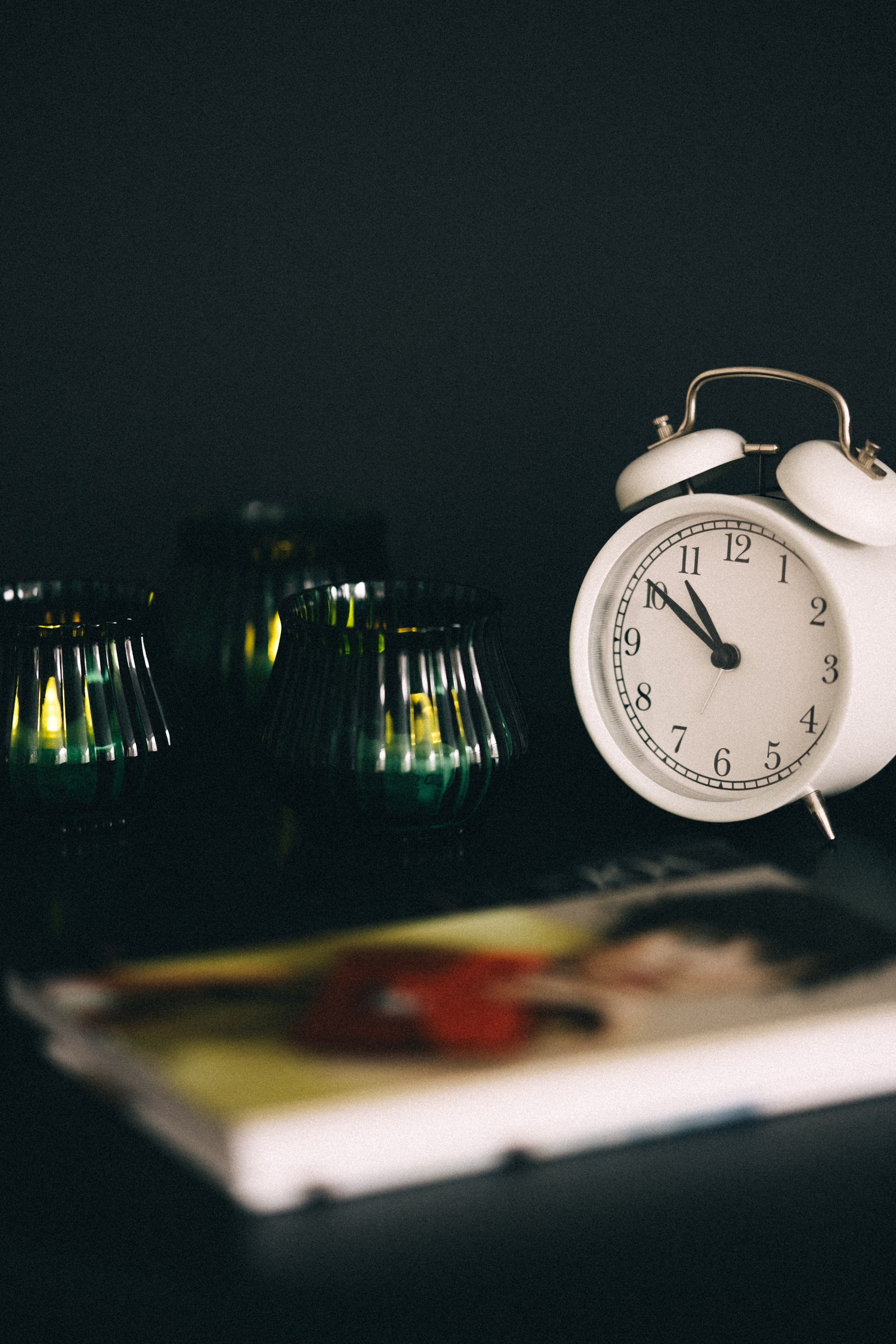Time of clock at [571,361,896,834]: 10:51
